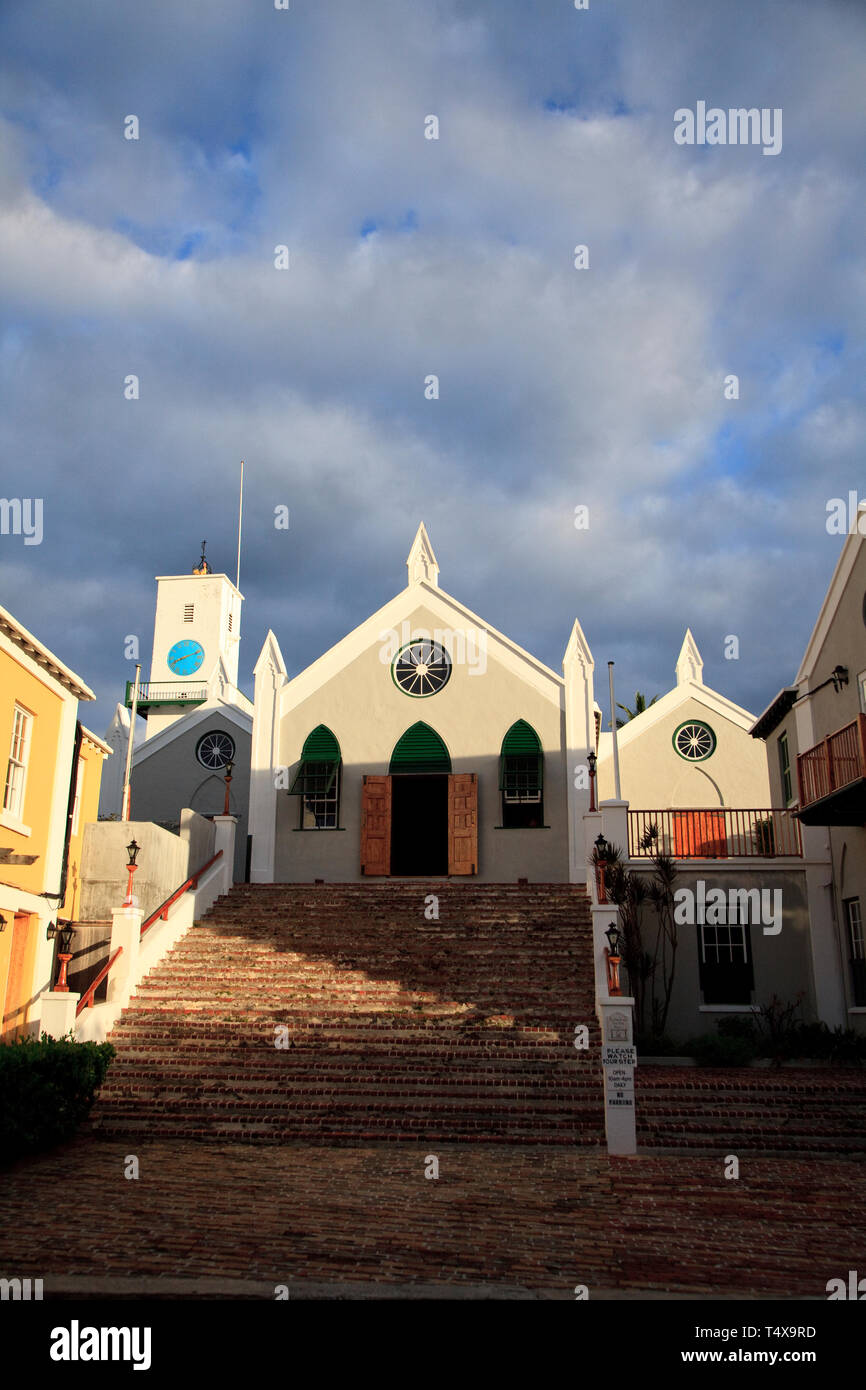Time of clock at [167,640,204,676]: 8:11
